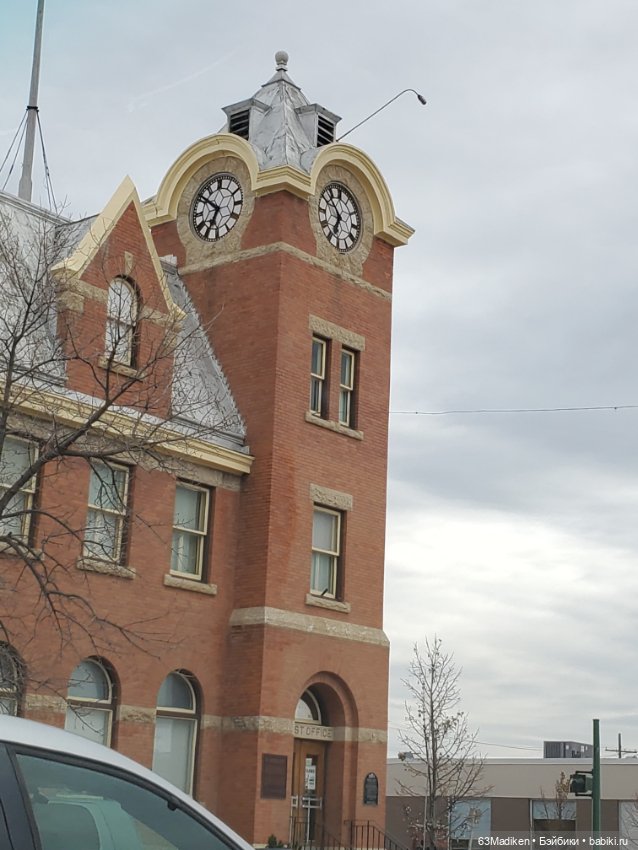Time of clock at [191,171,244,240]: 6:50
